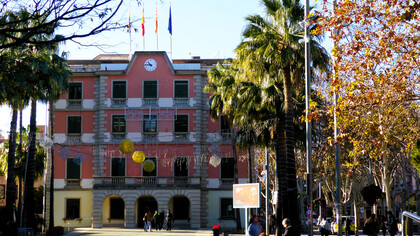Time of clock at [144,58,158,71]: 10:45
